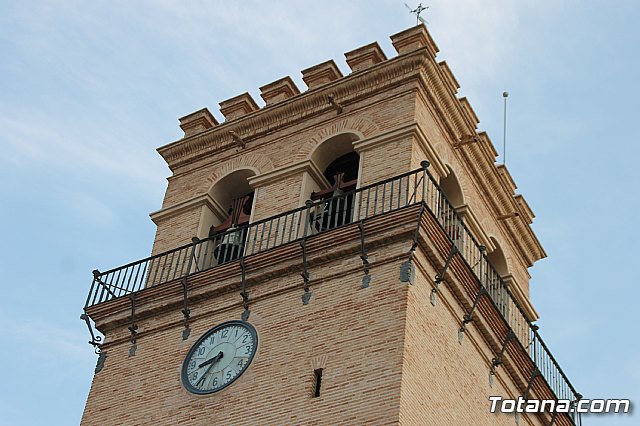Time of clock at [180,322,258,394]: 8:36
